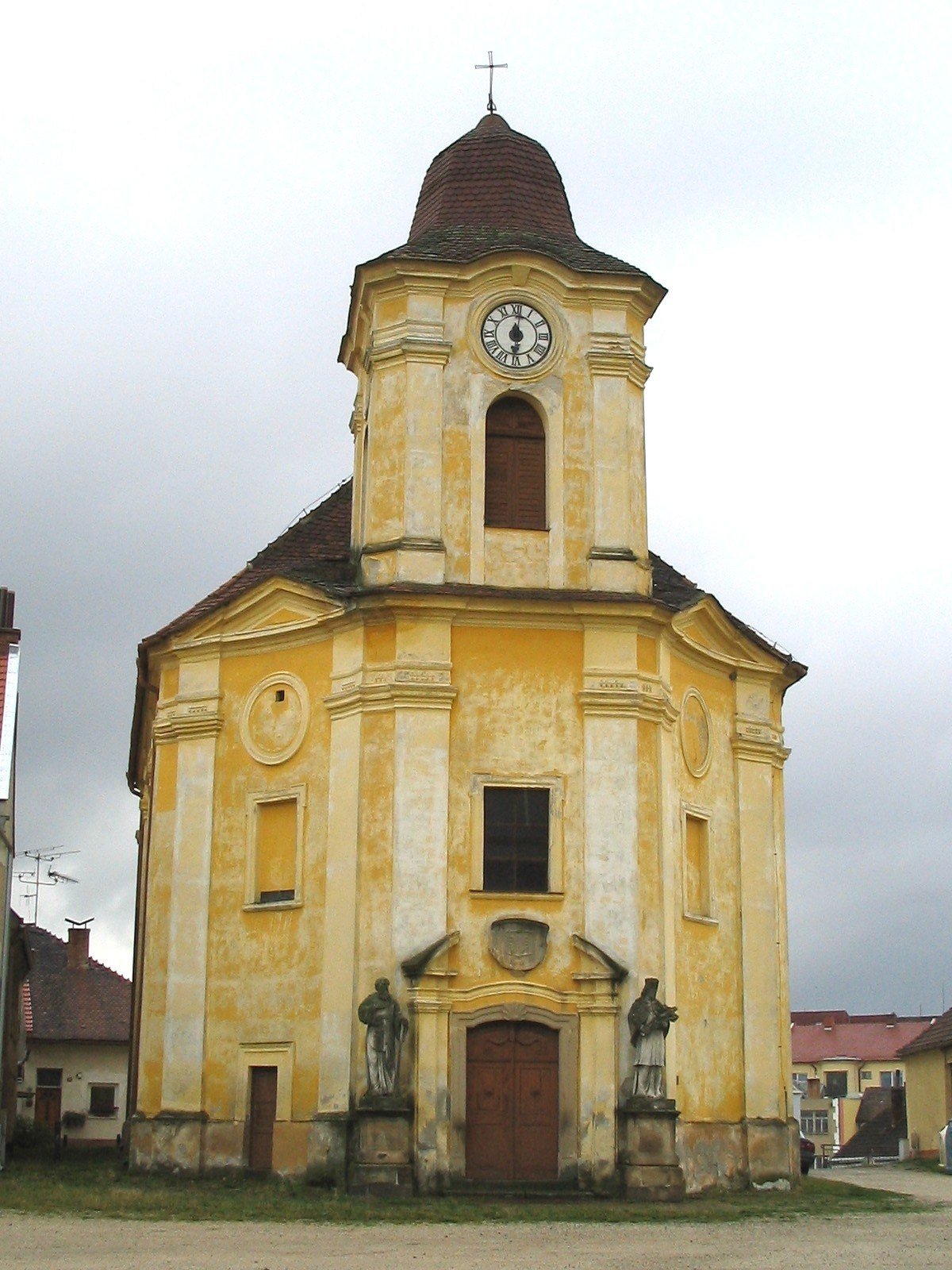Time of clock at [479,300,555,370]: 6:01
